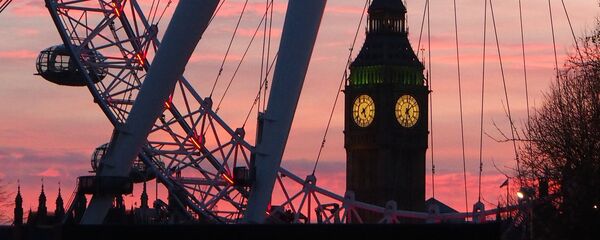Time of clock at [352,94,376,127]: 5:07
